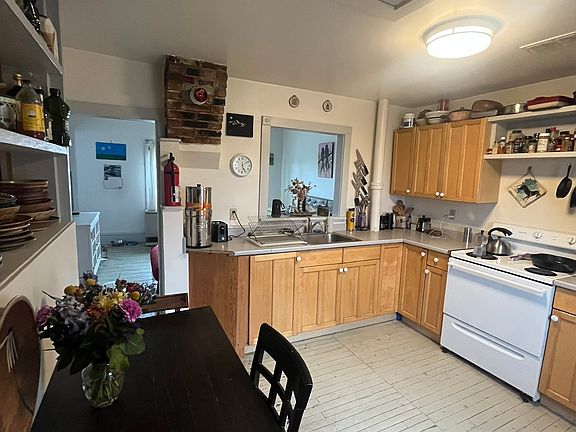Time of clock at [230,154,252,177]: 5:08
